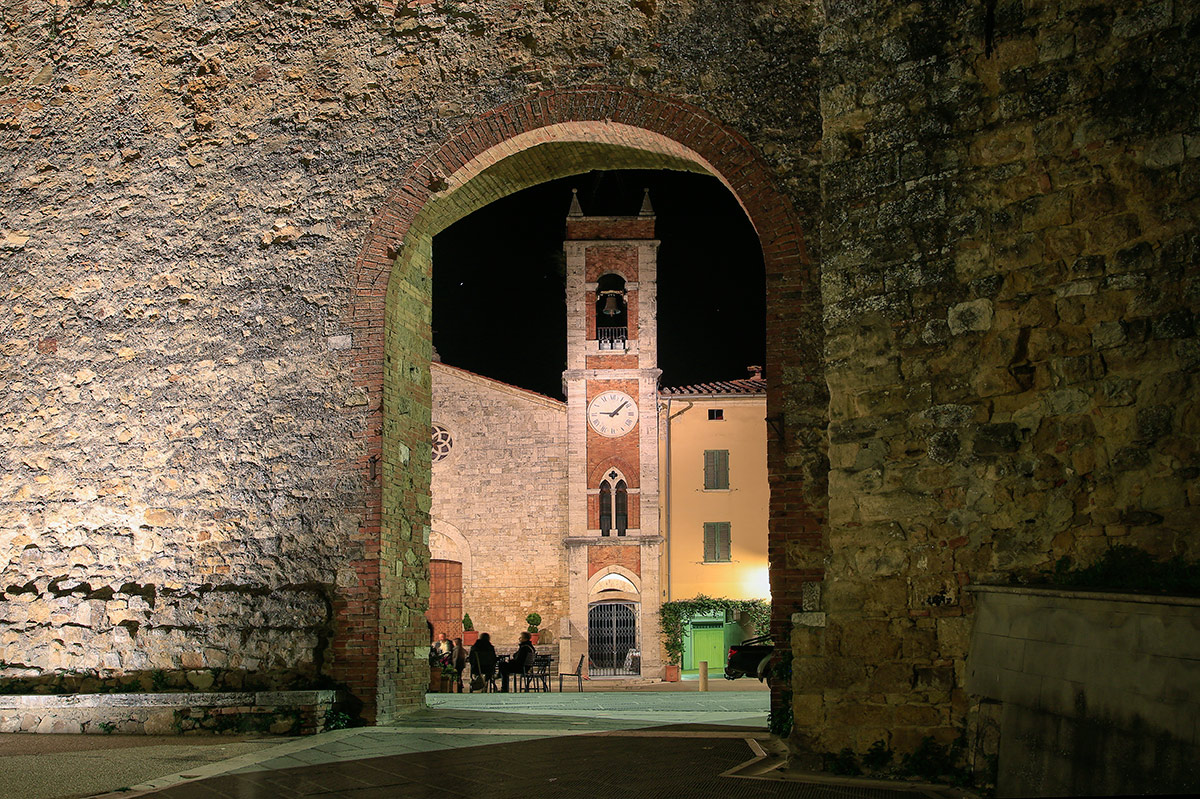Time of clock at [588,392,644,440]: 9:07
